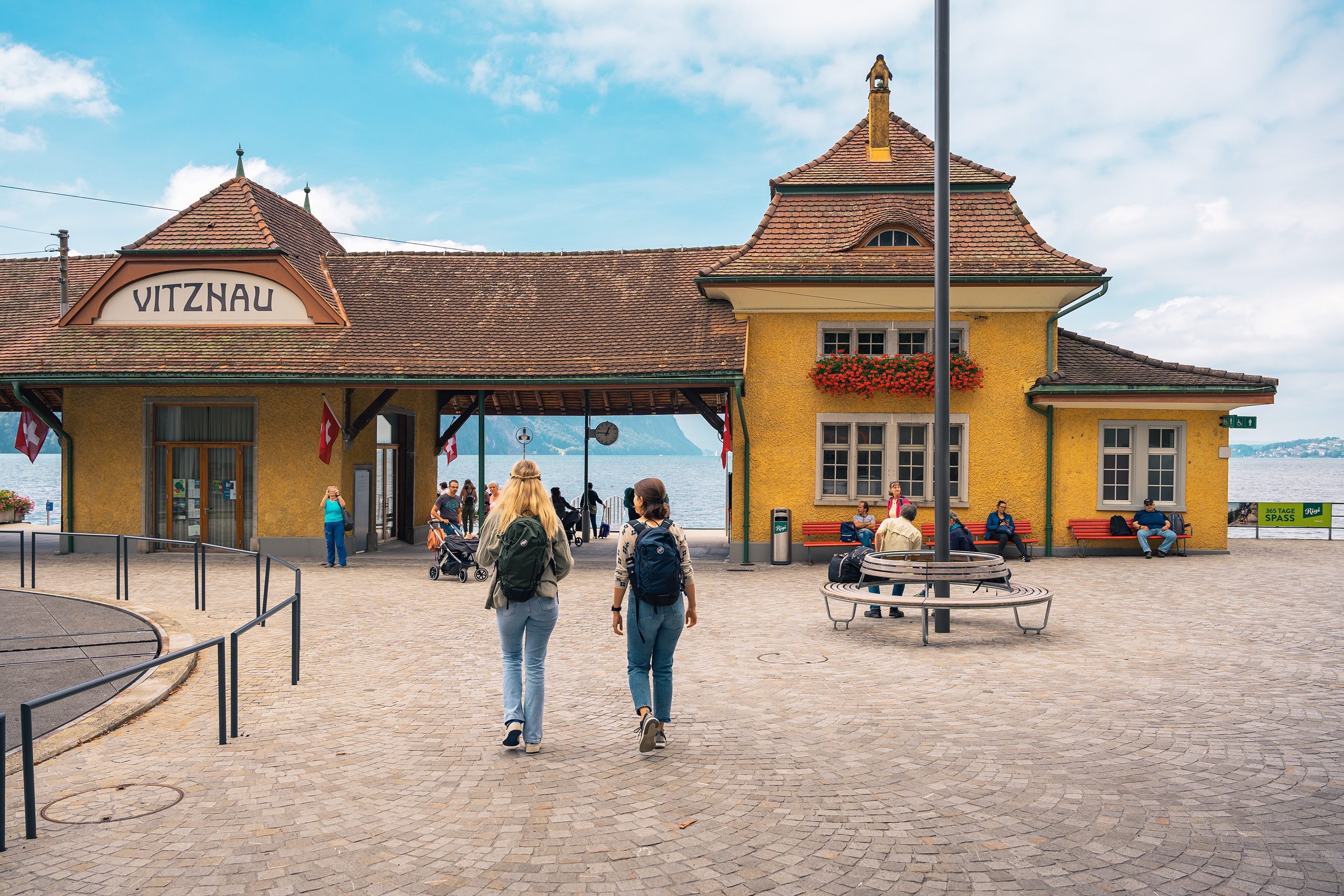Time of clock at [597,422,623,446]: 12:46
